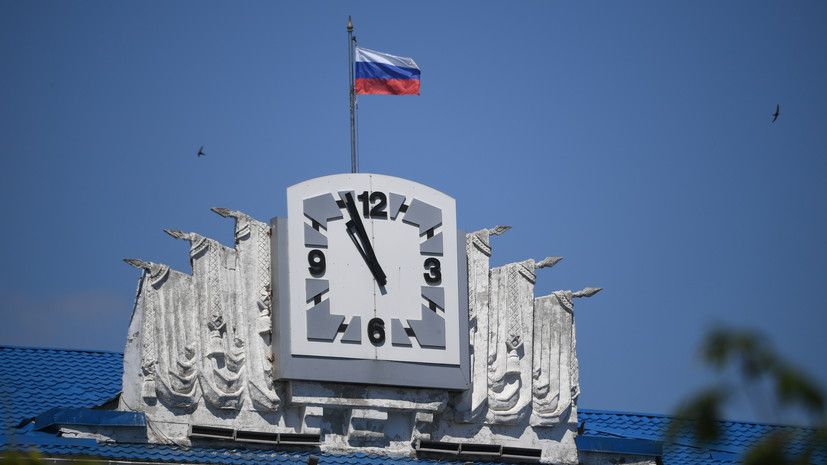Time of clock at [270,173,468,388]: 10:56
